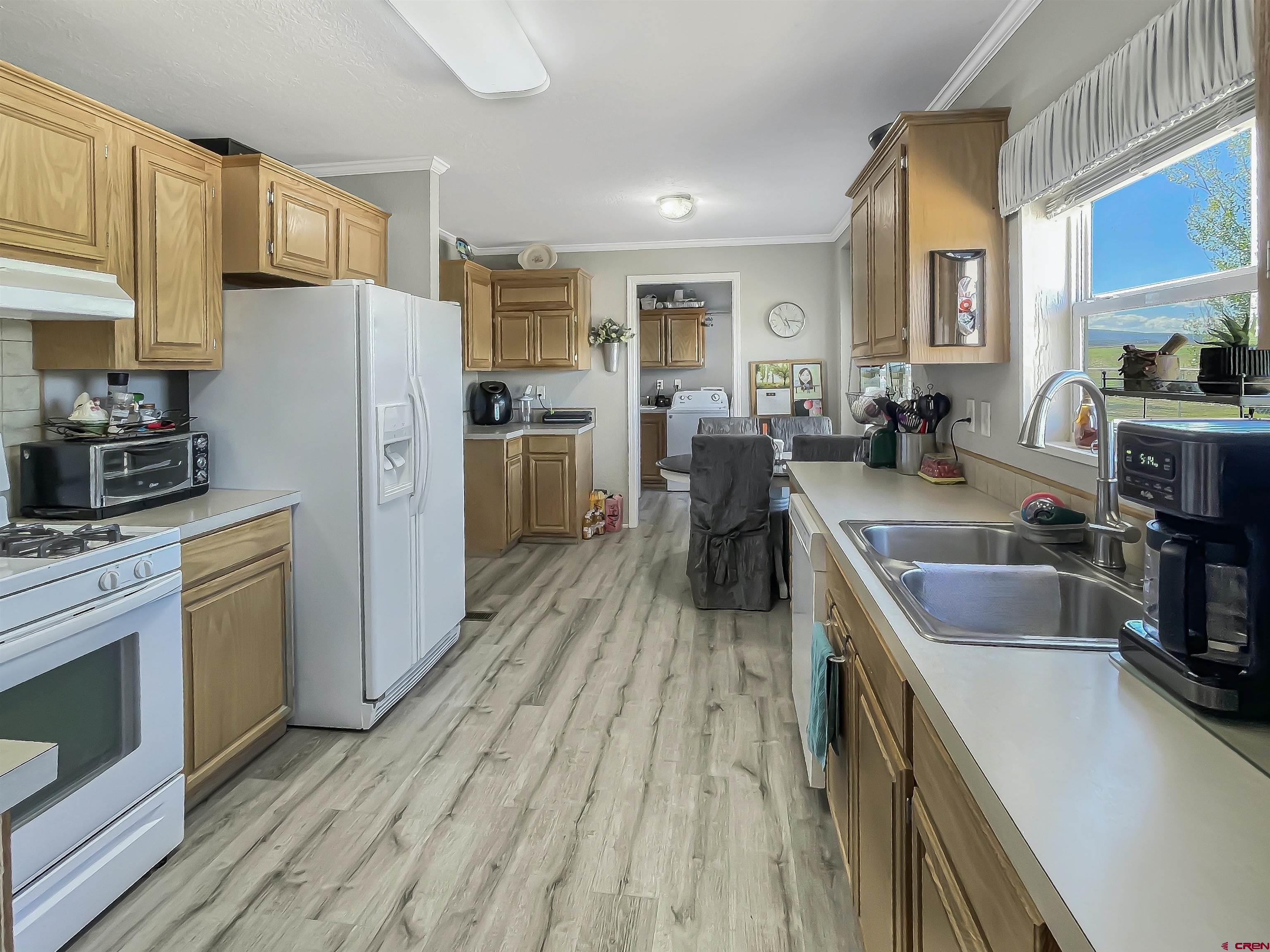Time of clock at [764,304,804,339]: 5:15
